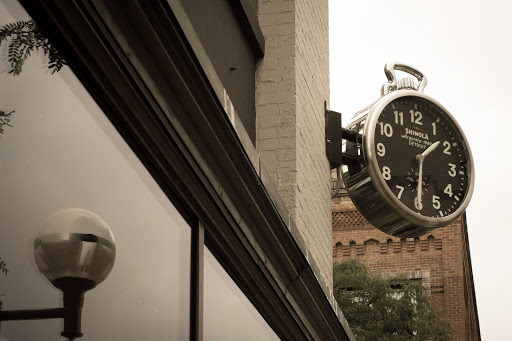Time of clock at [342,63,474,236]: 1:30
